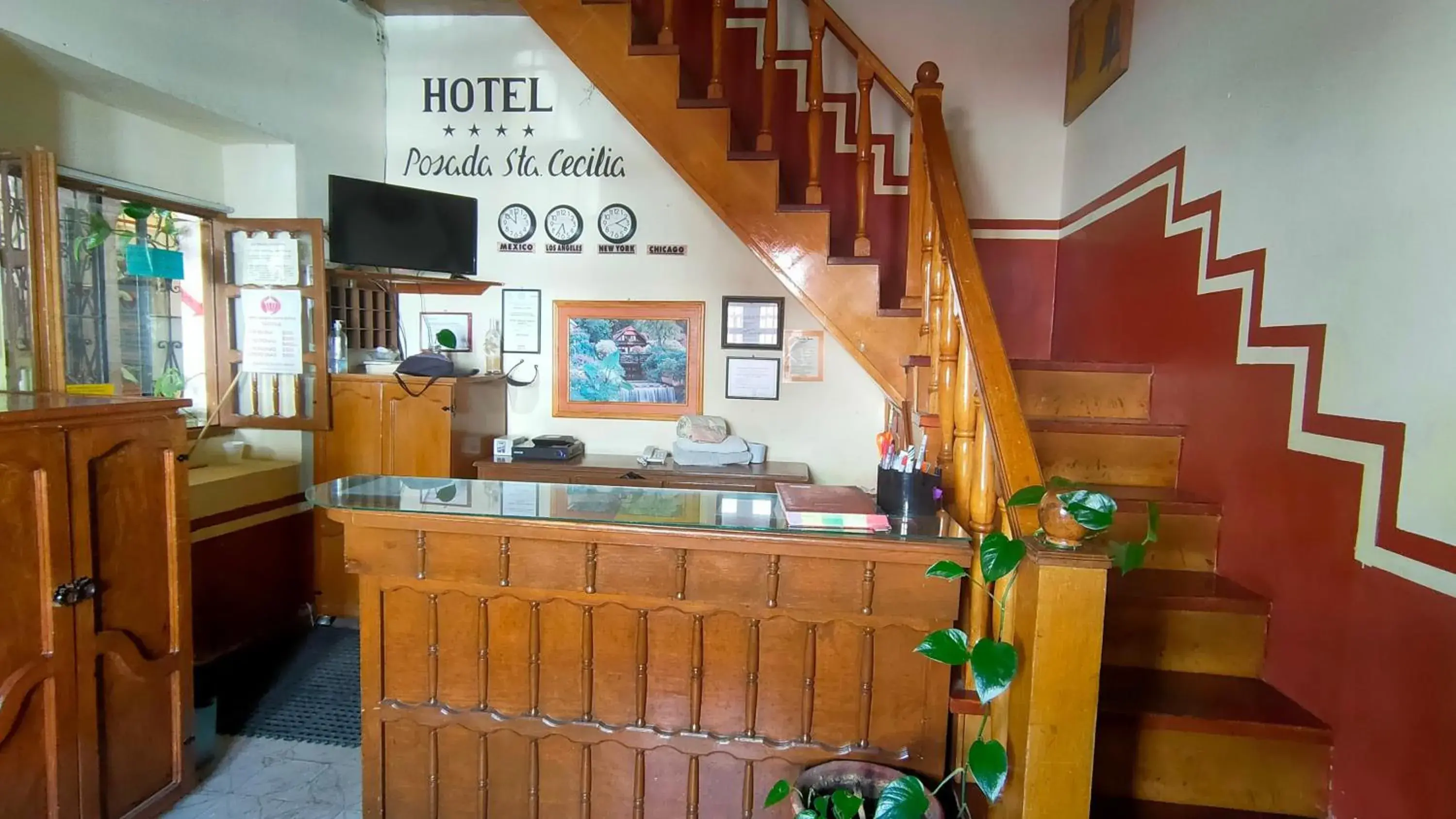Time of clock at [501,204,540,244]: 11:51
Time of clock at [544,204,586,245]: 5:35
